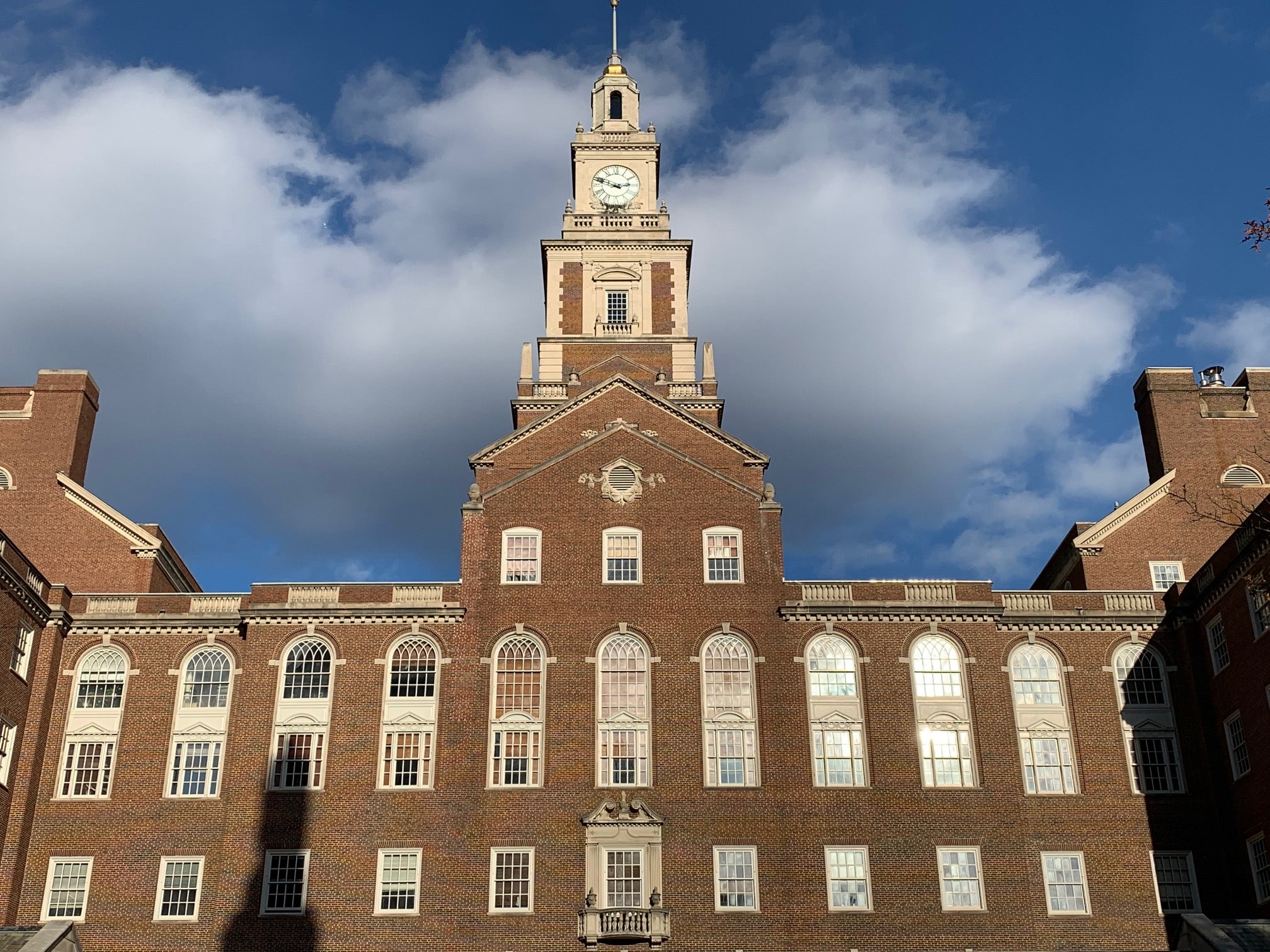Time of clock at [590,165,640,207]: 2:48
